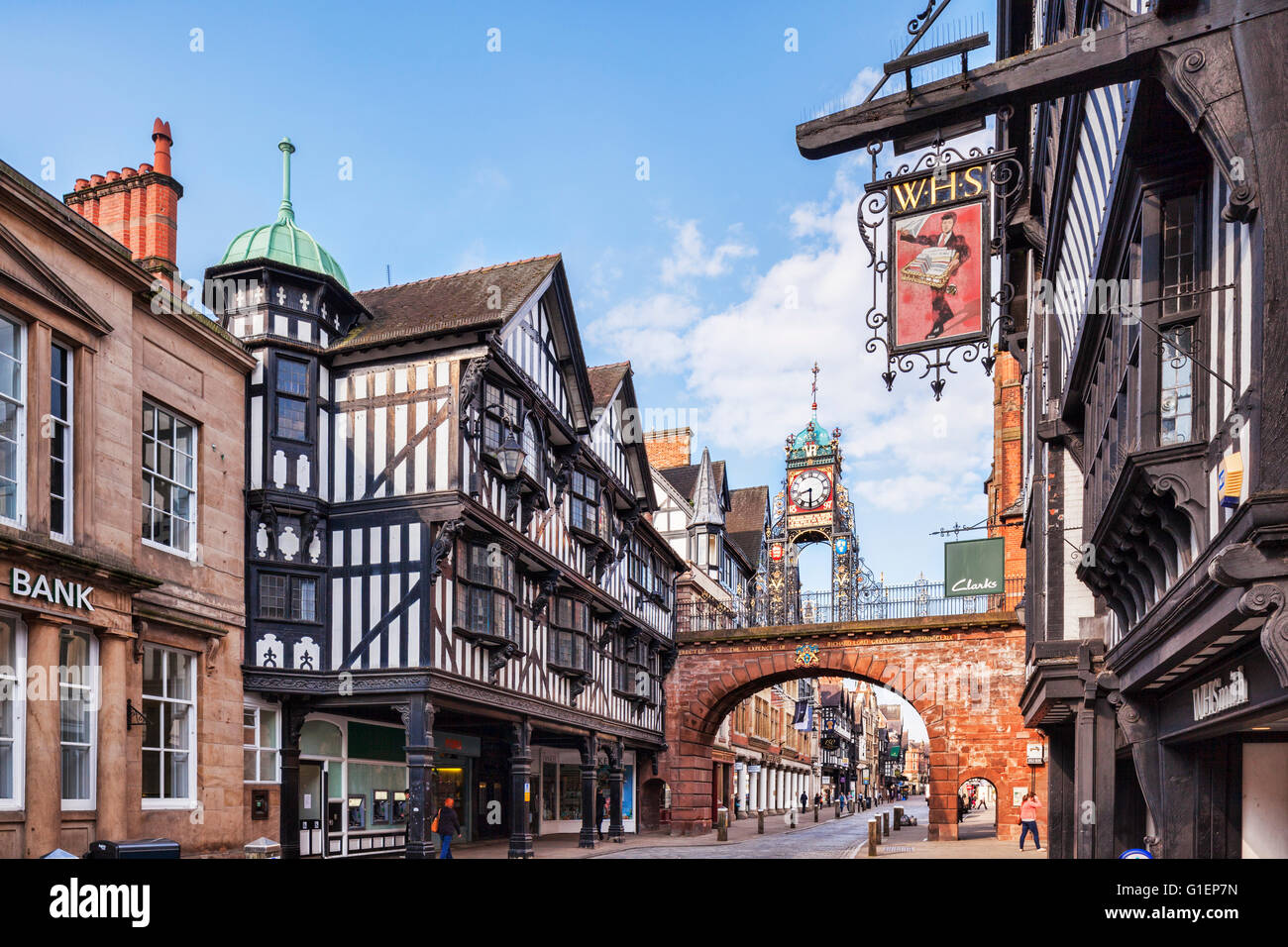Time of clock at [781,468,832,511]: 8:29
